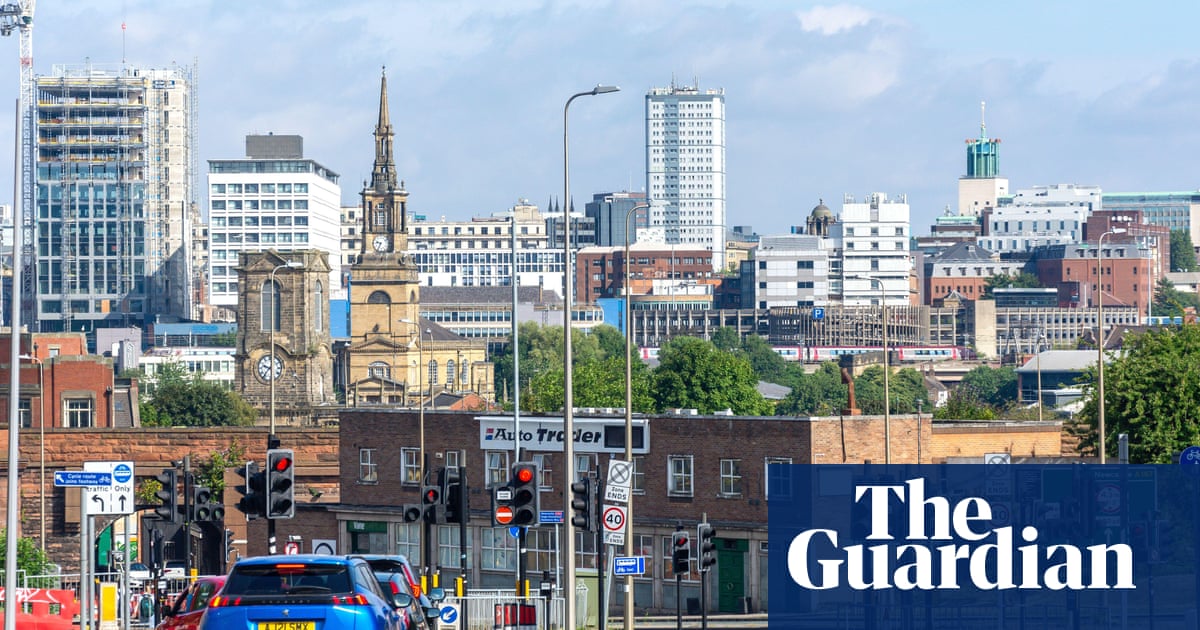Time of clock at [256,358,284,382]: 9:36
